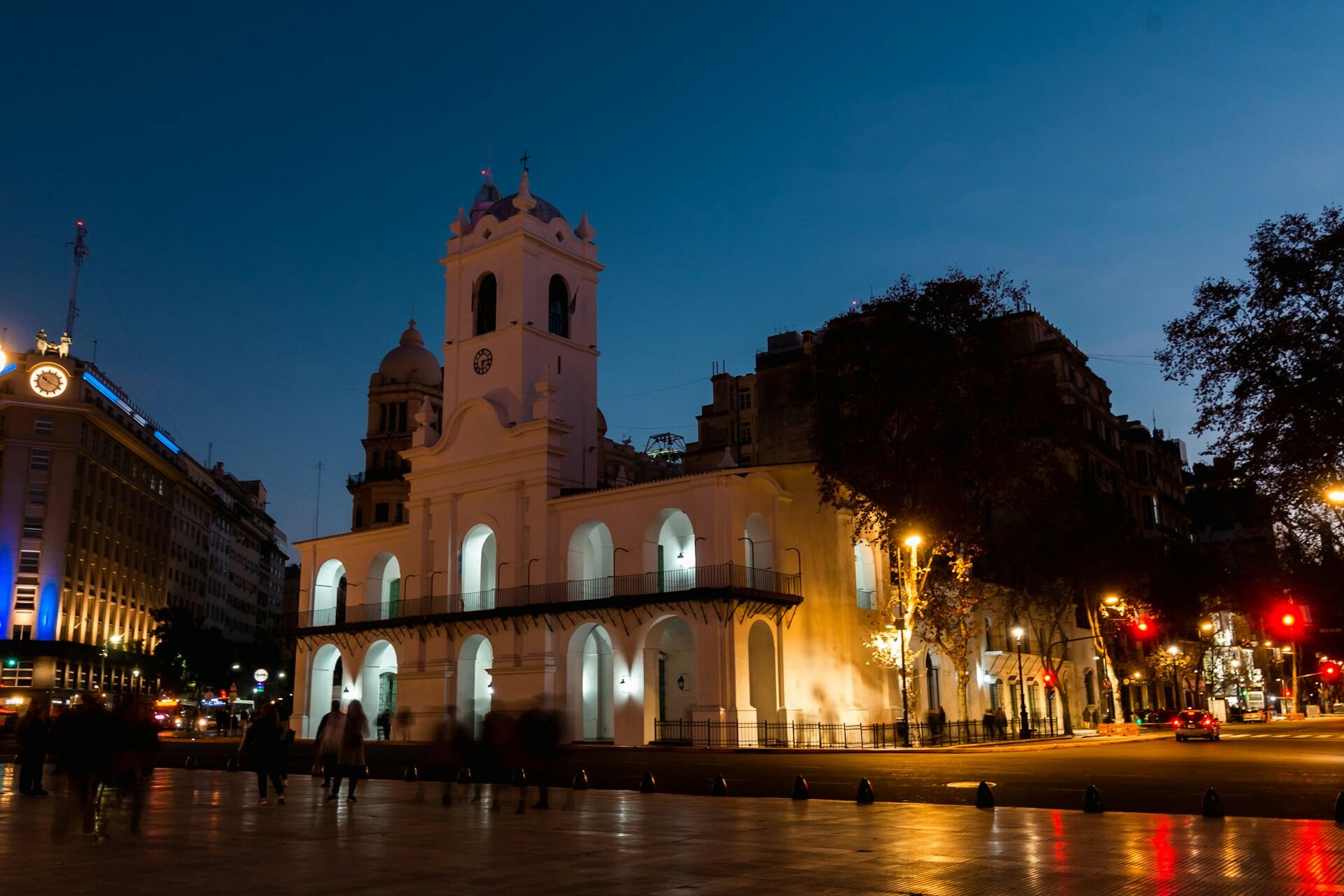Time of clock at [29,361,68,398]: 10:19
